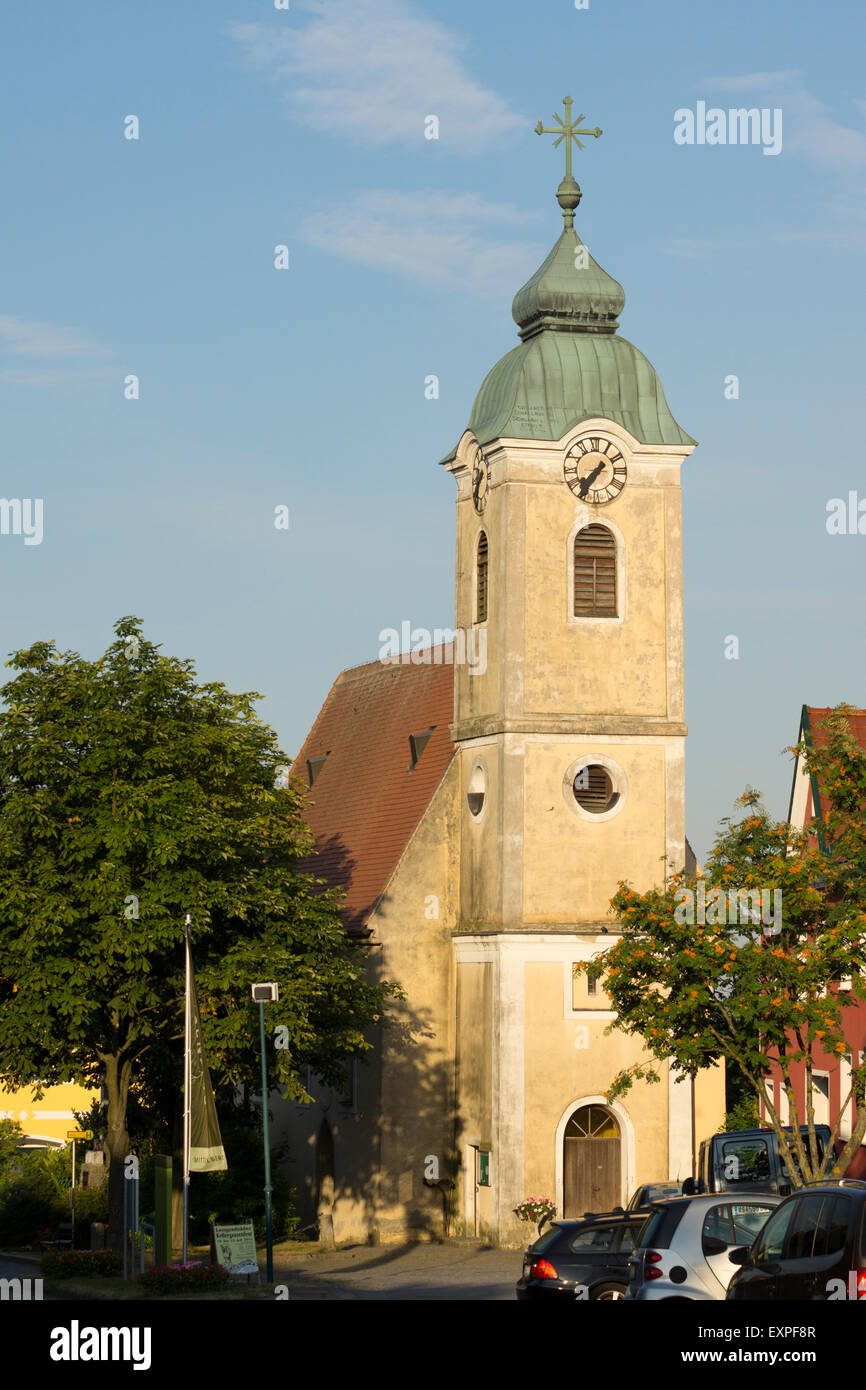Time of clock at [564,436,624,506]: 7:35
